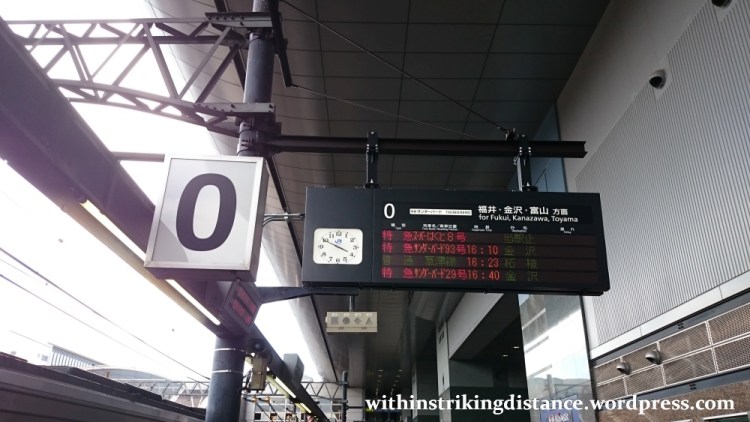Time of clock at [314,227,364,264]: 3:49
